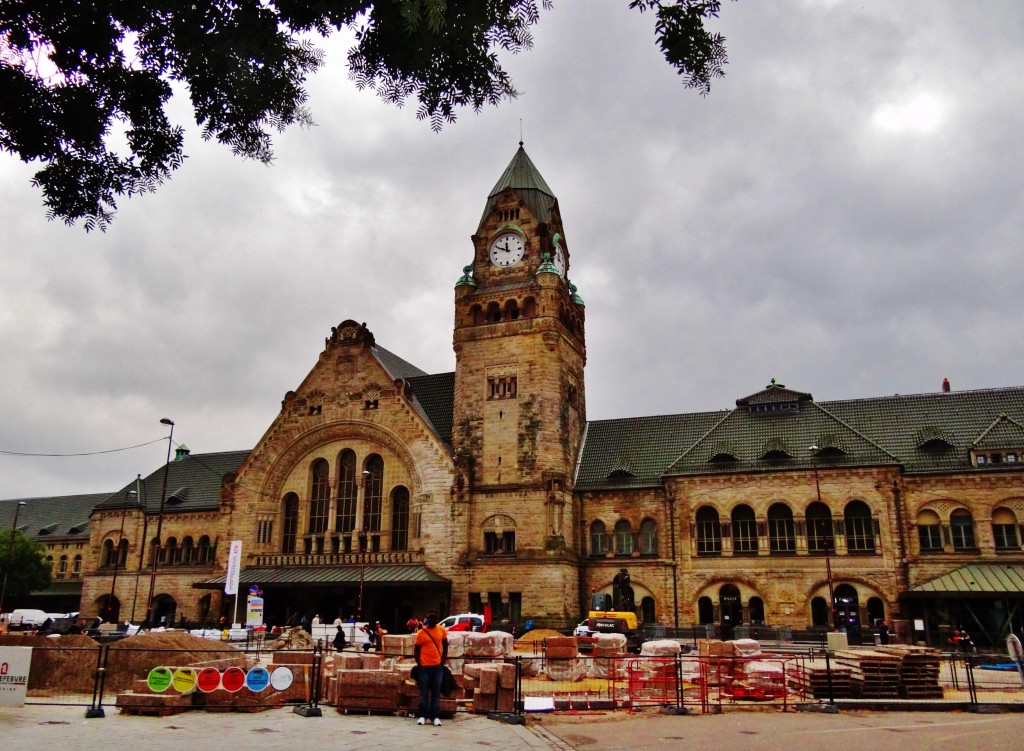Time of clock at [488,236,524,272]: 11:49
